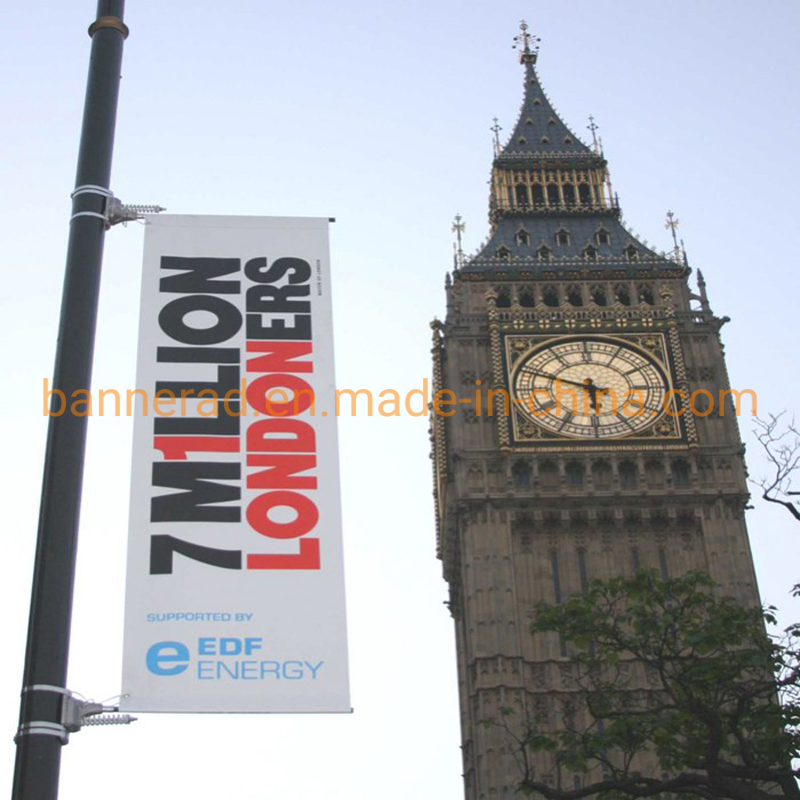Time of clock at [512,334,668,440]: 5:48
